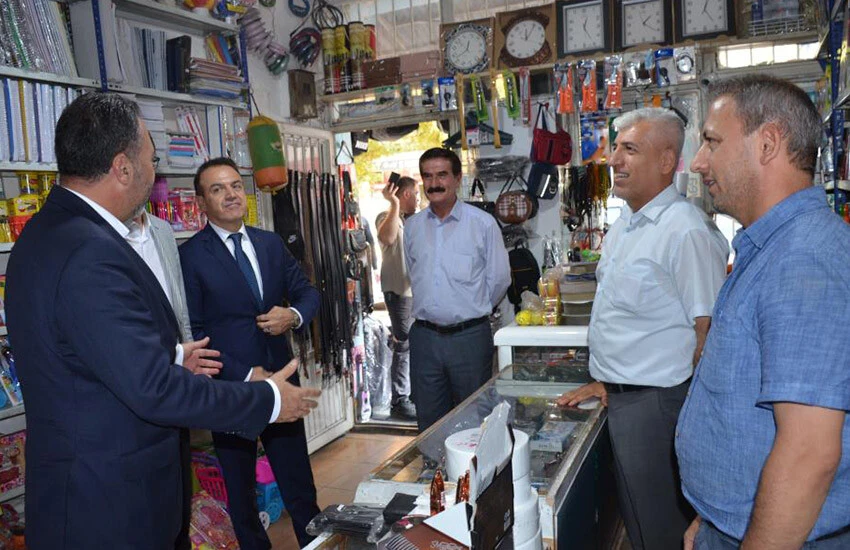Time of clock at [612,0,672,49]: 1:20
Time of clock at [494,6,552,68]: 12:06
